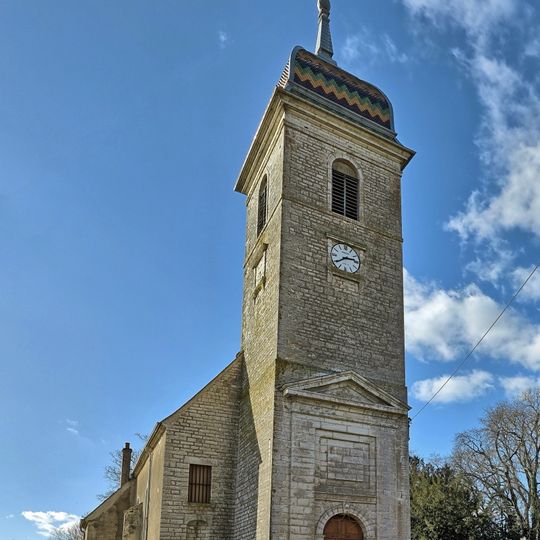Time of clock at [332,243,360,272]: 2:39
